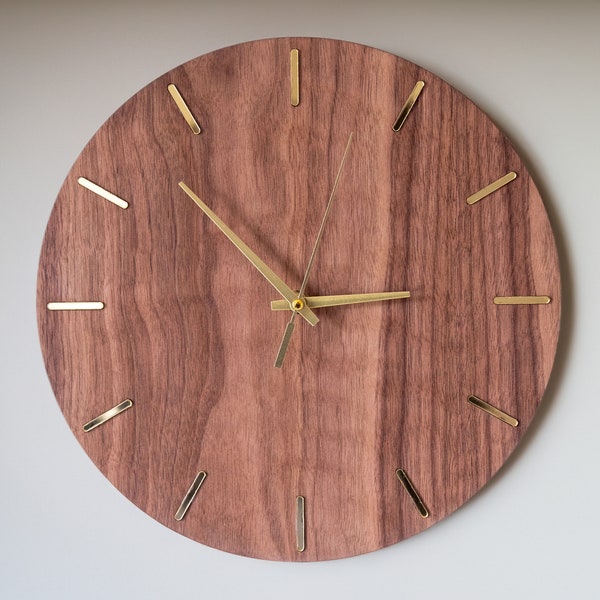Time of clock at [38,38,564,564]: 2:52
